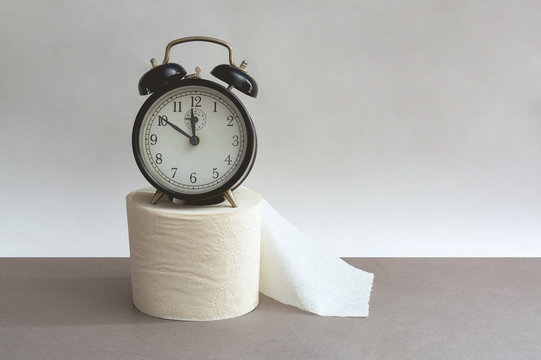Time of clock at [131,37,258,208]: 11:50
